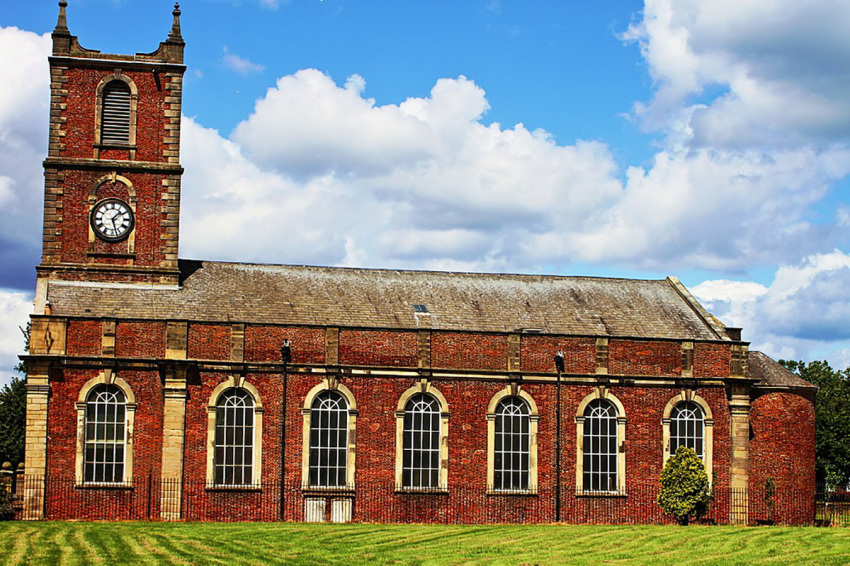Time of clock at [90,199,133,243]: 1:27
